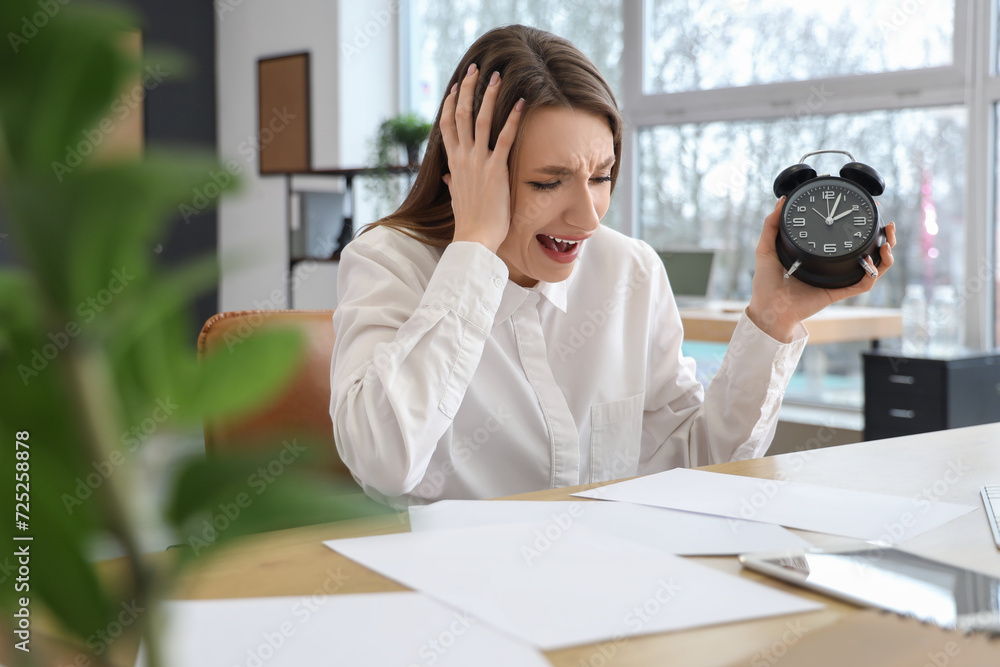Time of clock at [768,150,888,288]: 2:03
